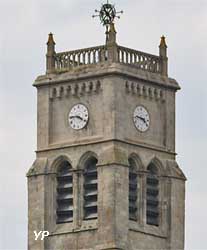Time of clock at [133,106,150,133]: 9:22
